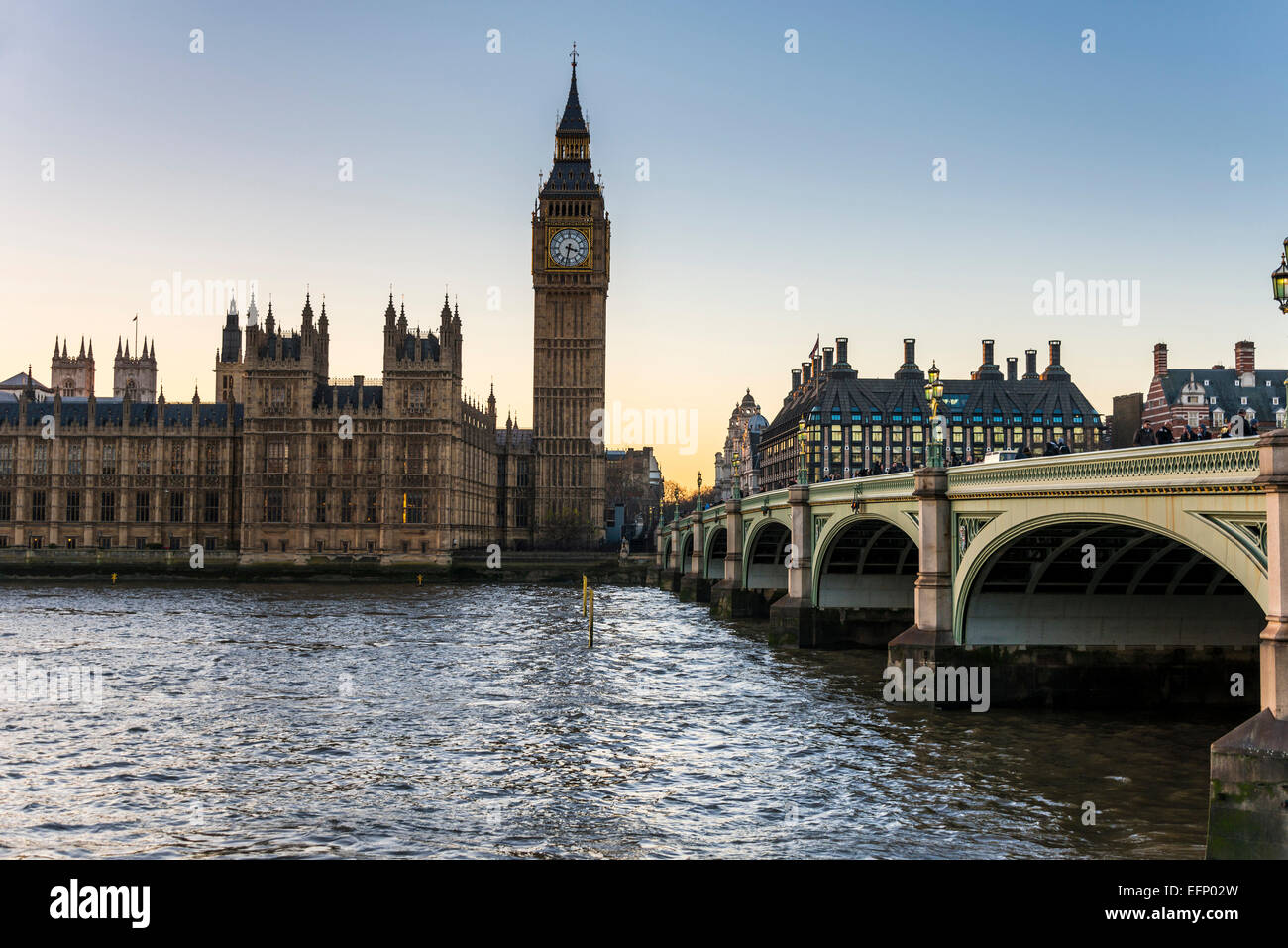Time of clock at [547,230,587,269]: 3:32
